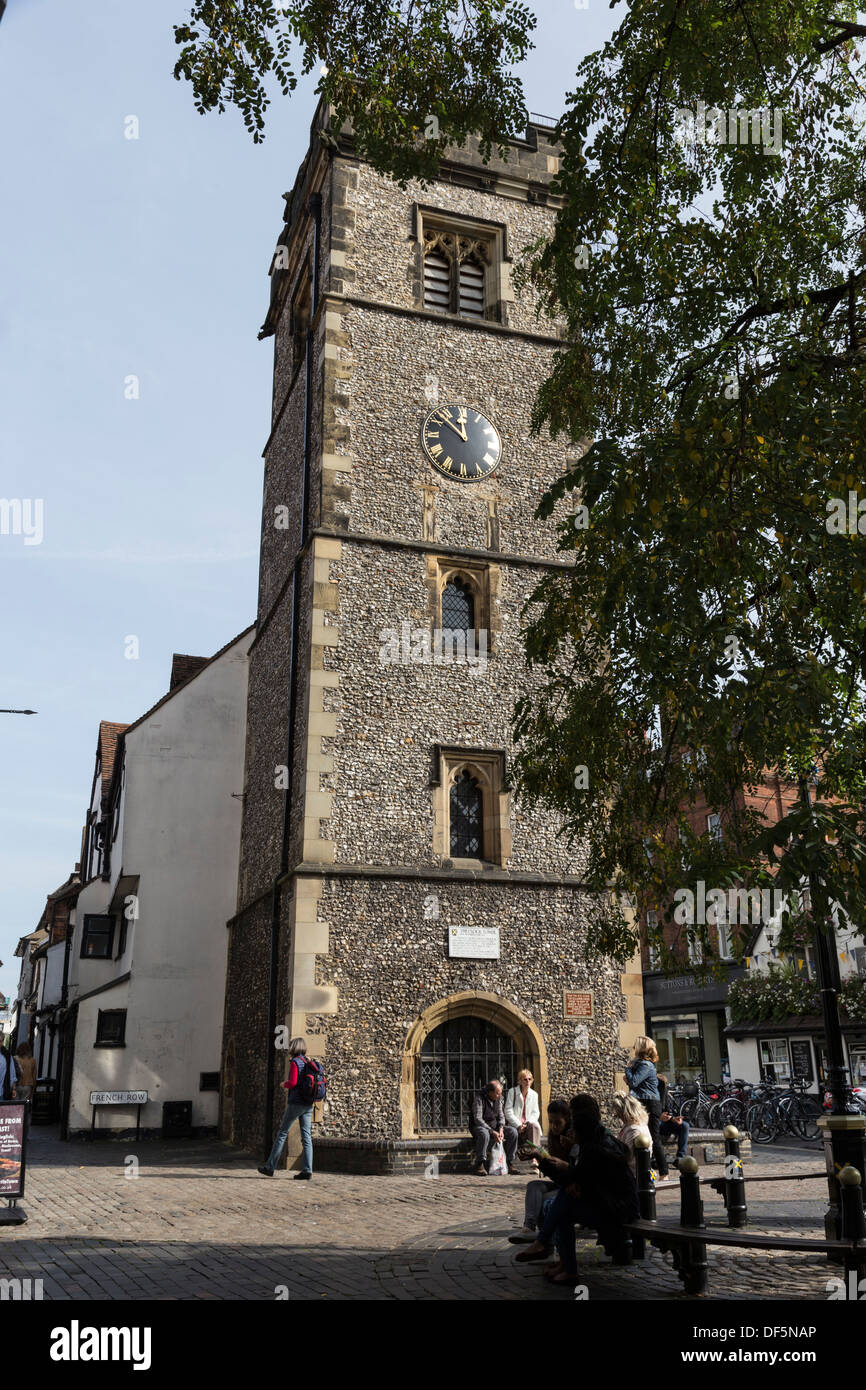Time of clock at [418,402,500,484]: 11:51
